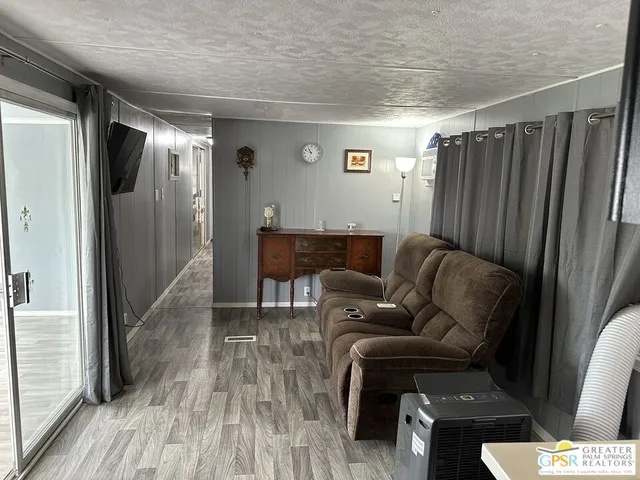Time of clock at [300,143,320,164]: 10:48
